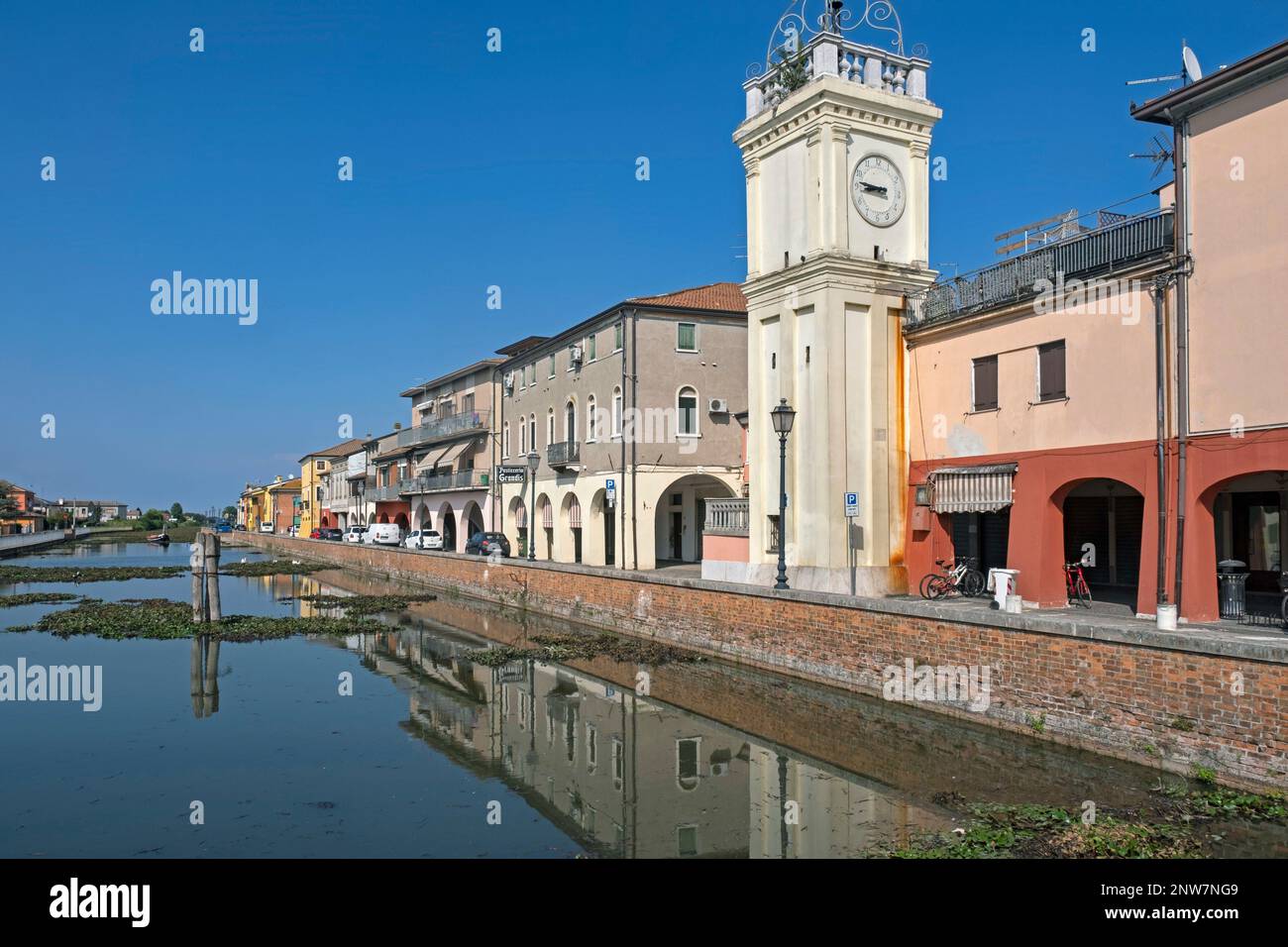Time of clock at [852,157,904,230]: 8:46
